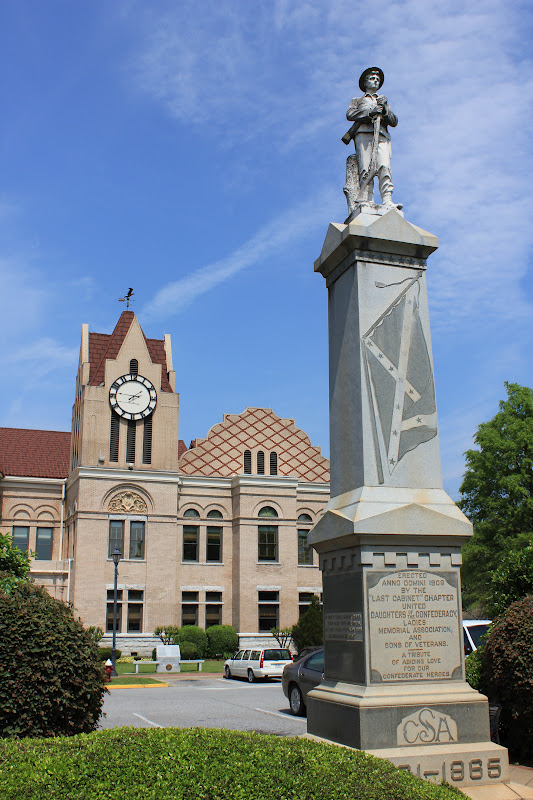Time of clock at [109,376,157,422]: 1:46
